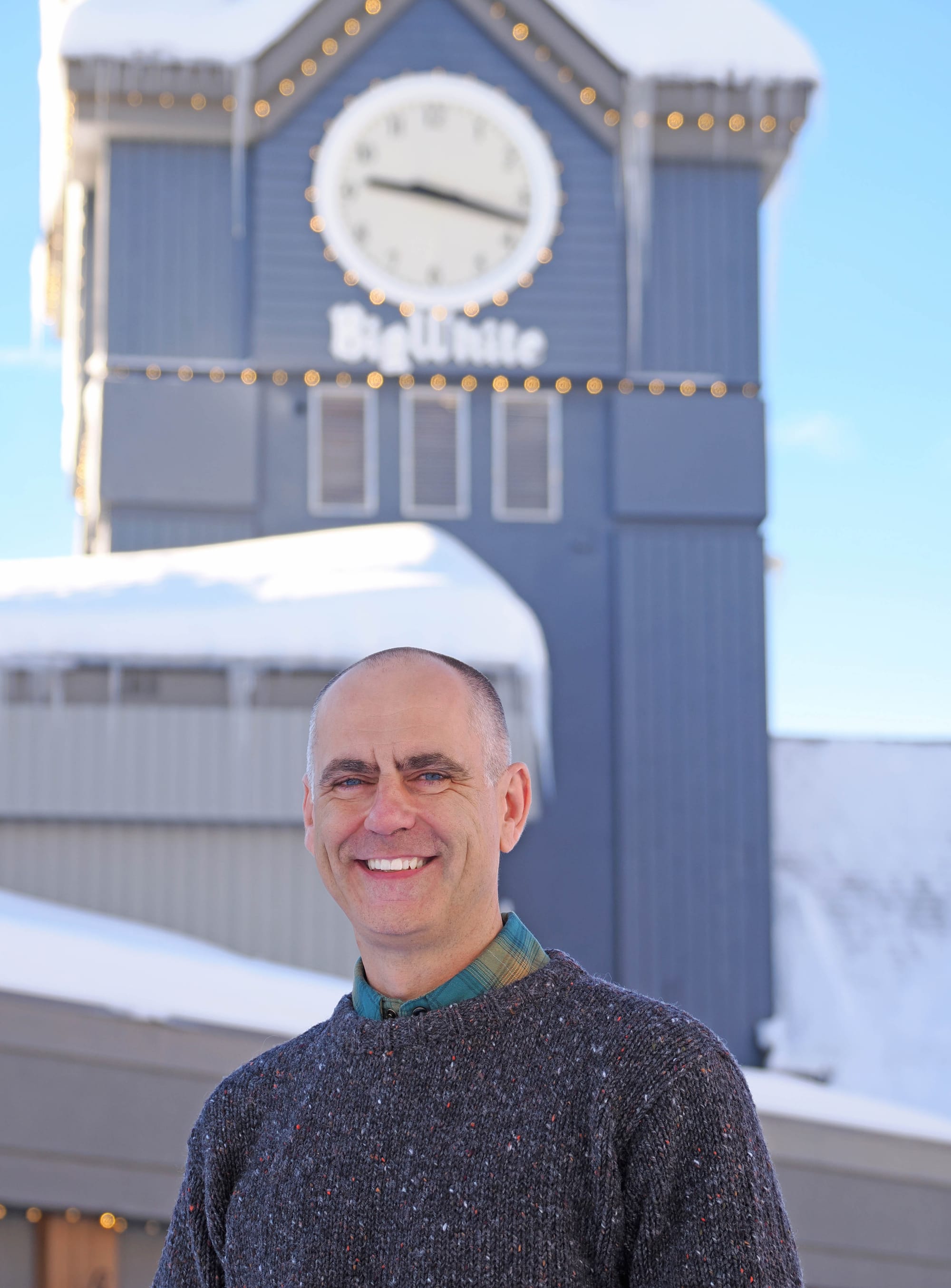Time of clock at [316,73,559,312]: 9:17
